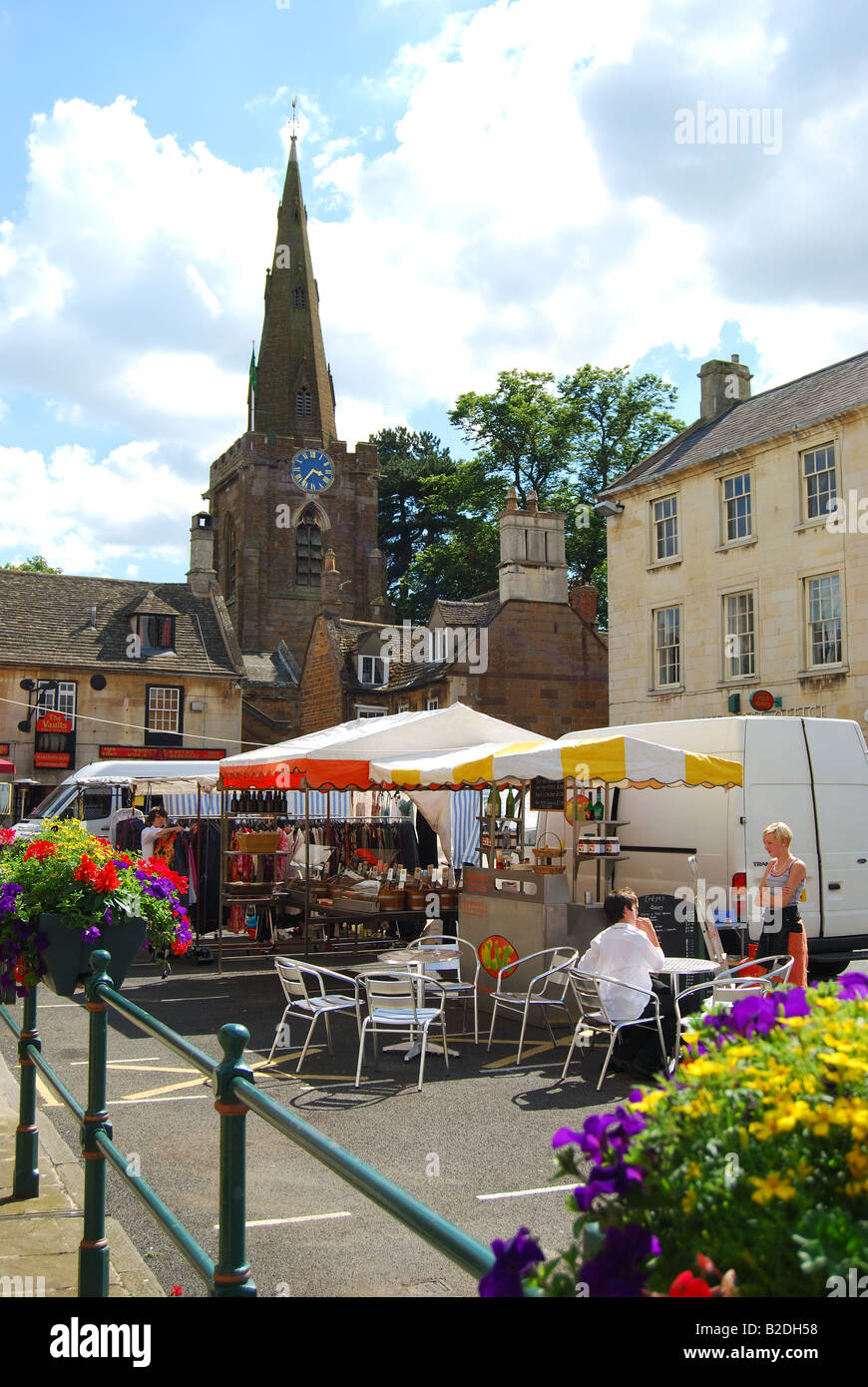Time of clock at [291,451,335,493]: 3:36
